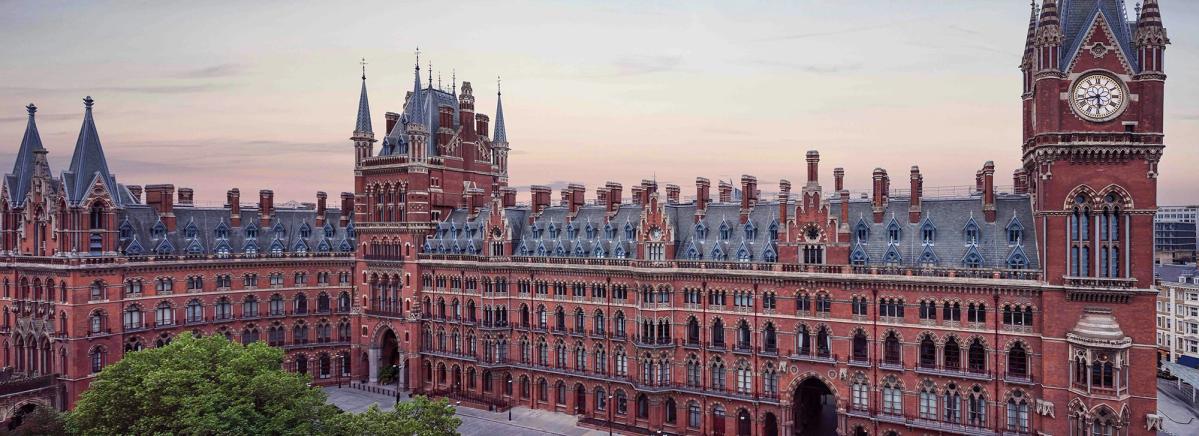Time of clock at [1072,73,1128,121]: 5:42
